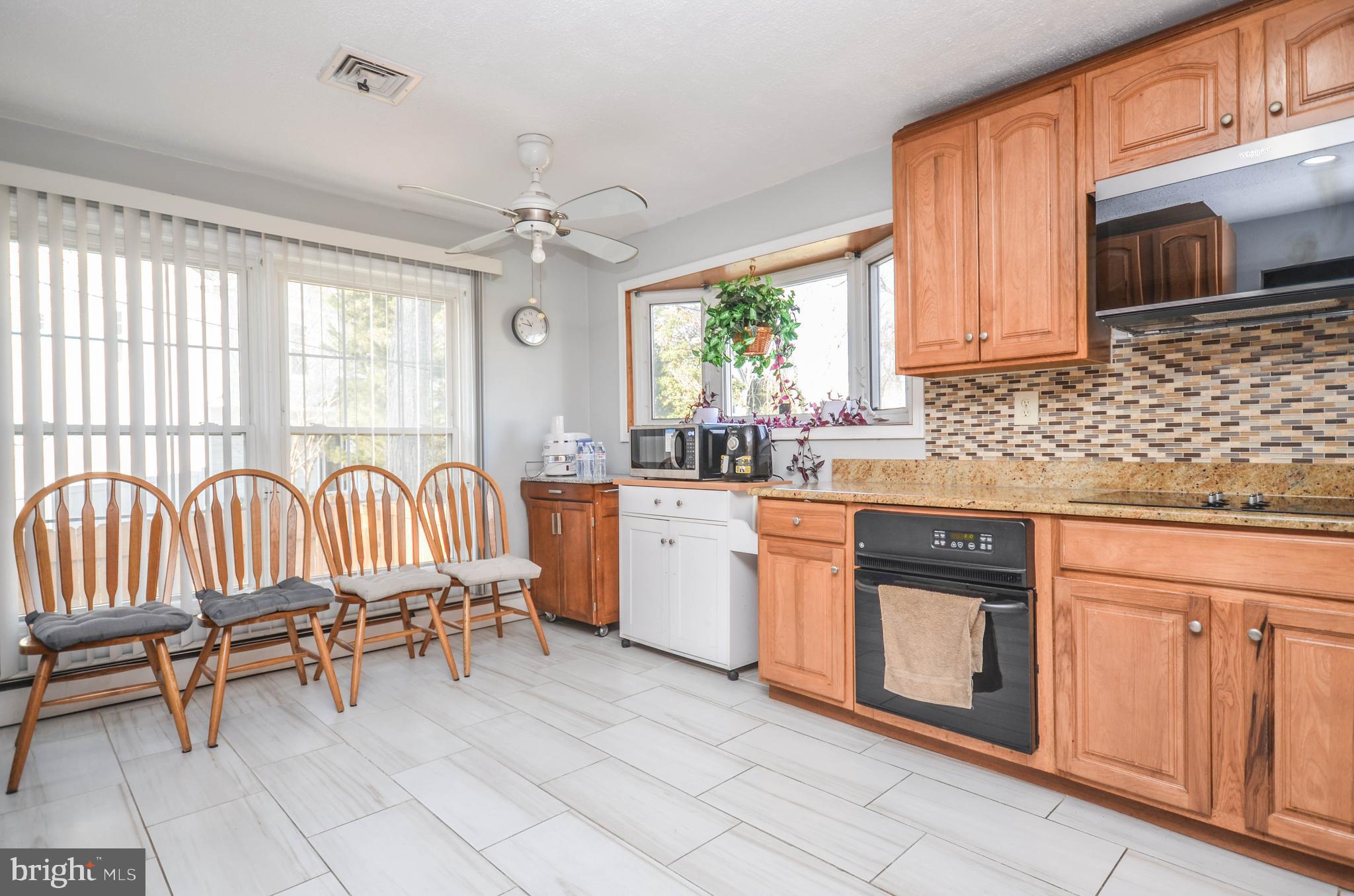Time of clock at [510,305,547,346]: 10:46
